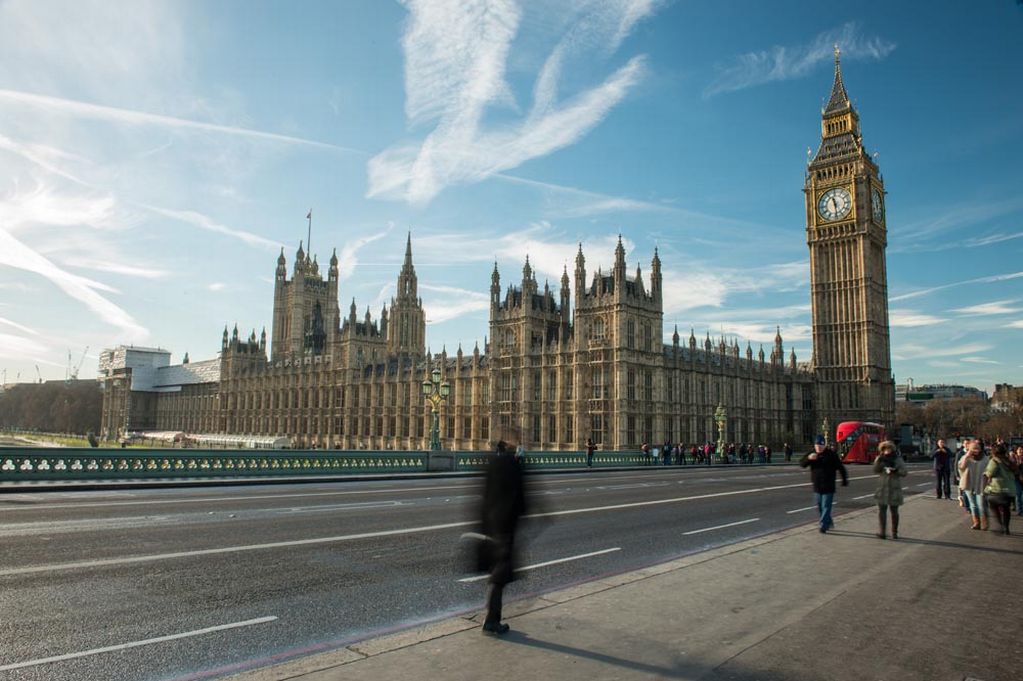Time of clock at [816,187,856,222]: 11:28
